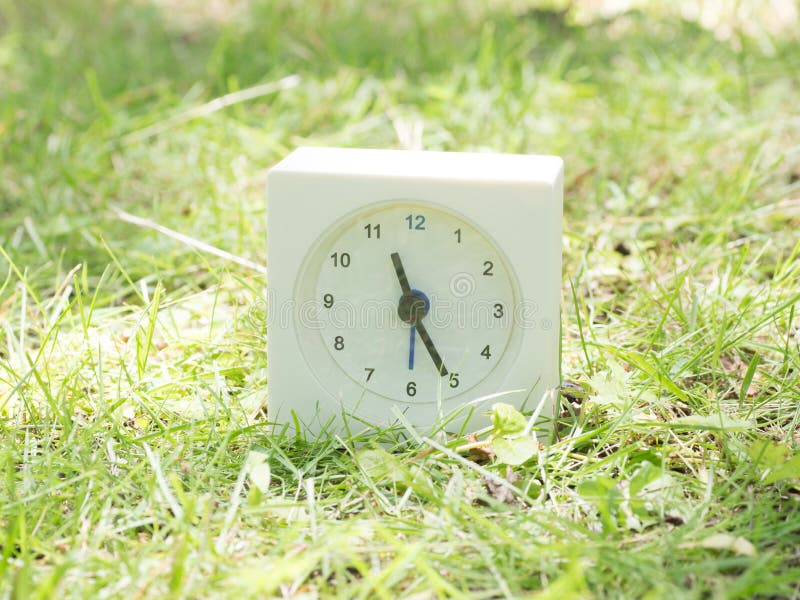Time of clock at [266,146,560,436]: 11:25
